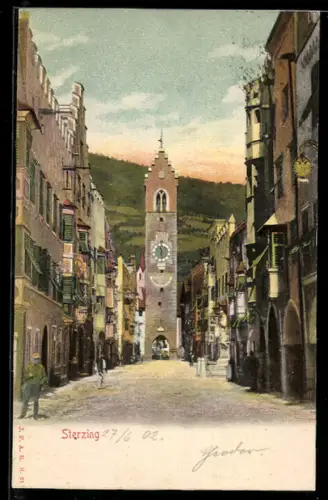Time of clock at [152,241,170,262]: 6:29
